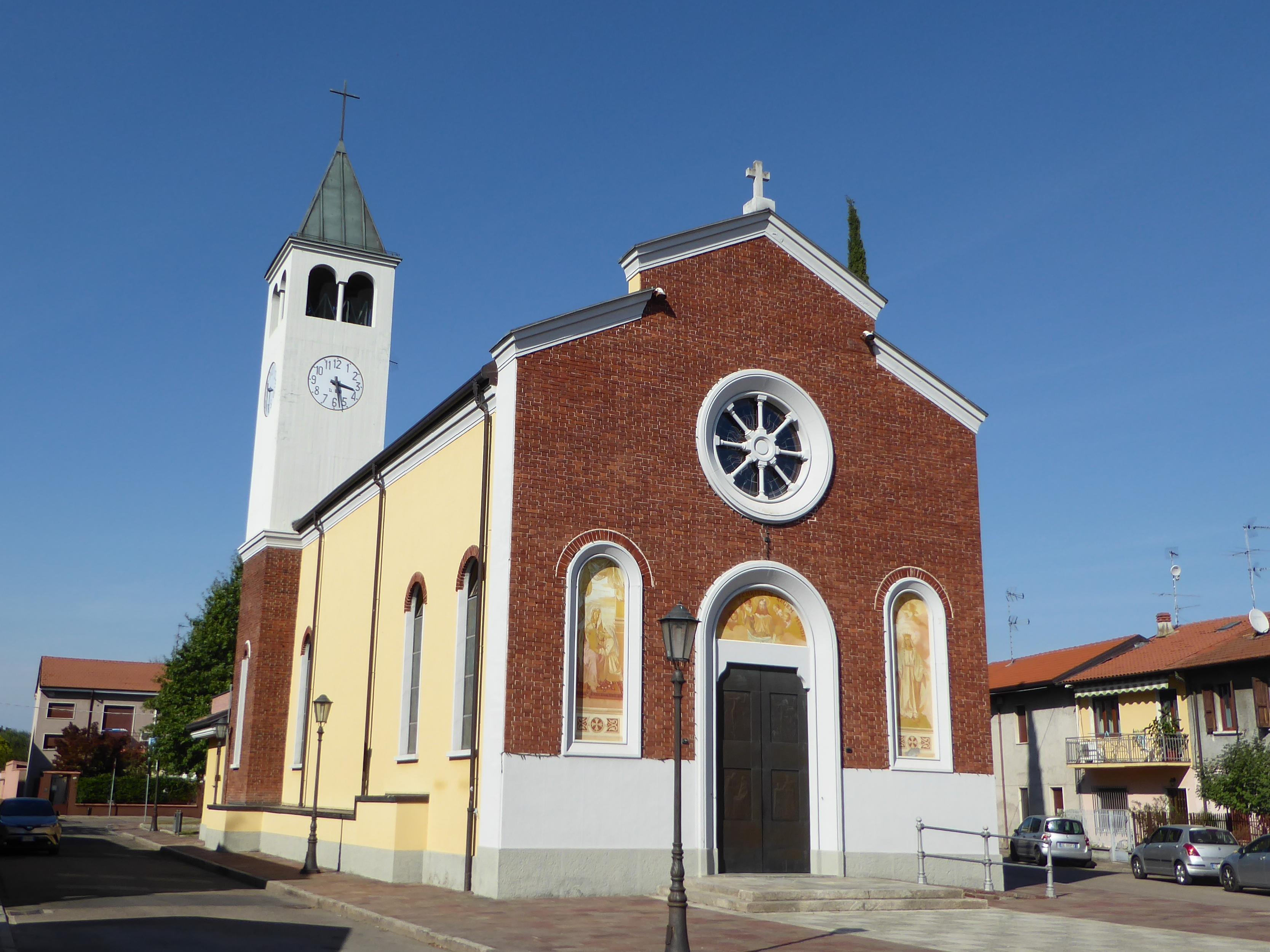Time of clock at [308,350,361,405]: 3:27
